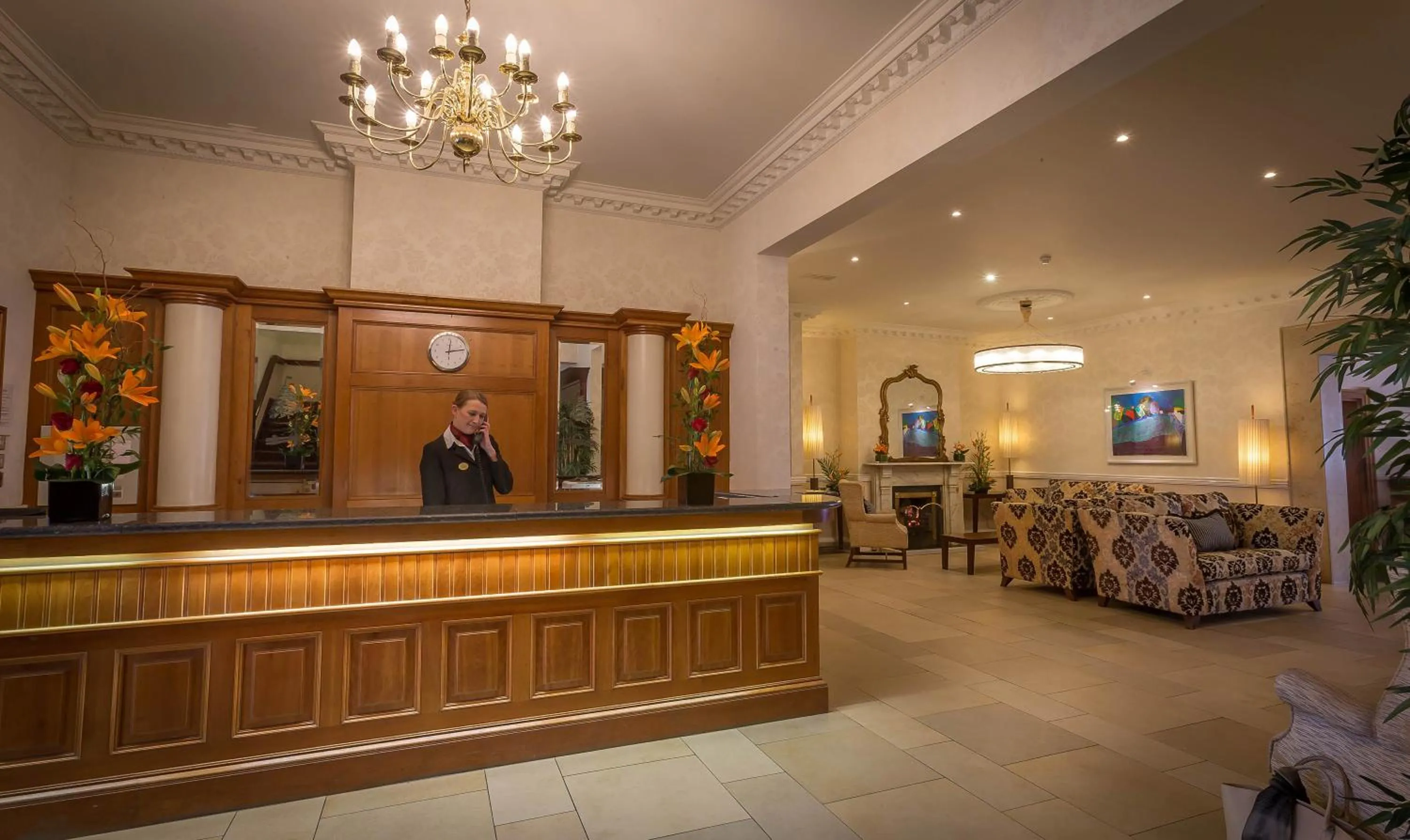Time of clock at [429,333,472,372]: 12:13
